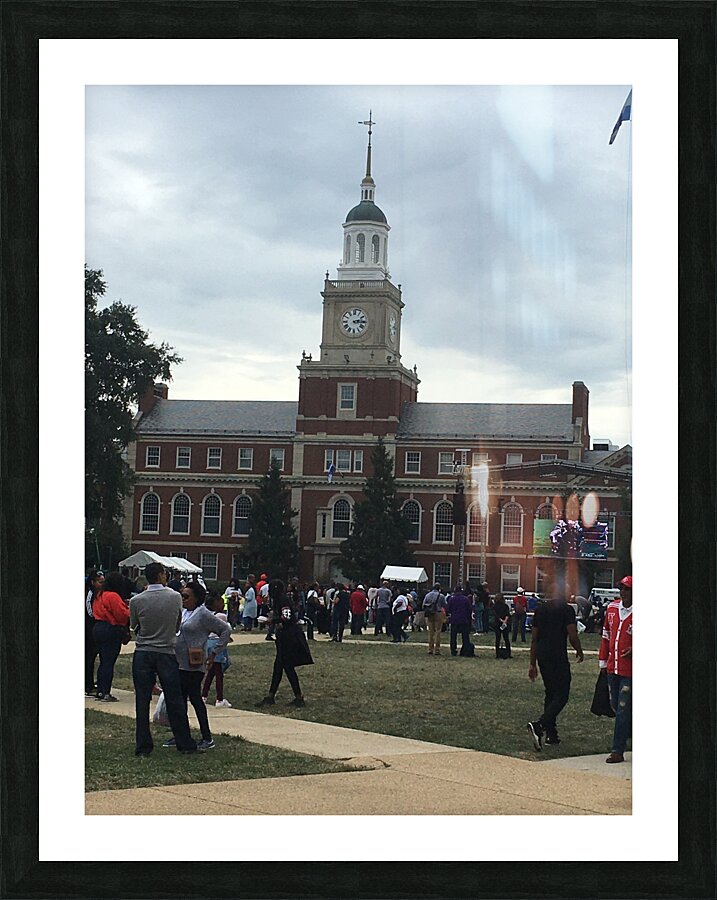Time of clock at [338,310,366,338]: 2:15
